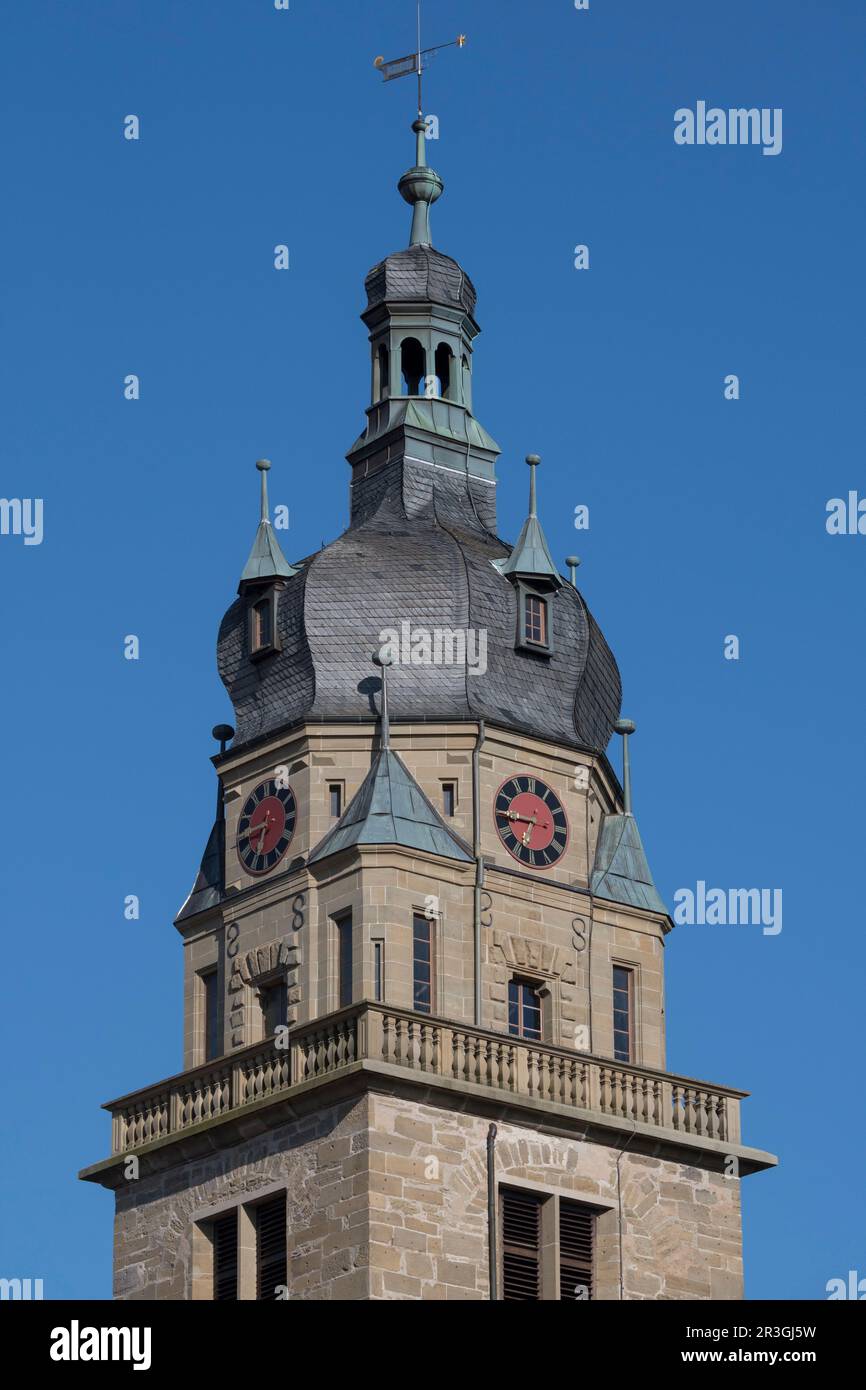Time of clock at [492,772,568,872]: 6:44
